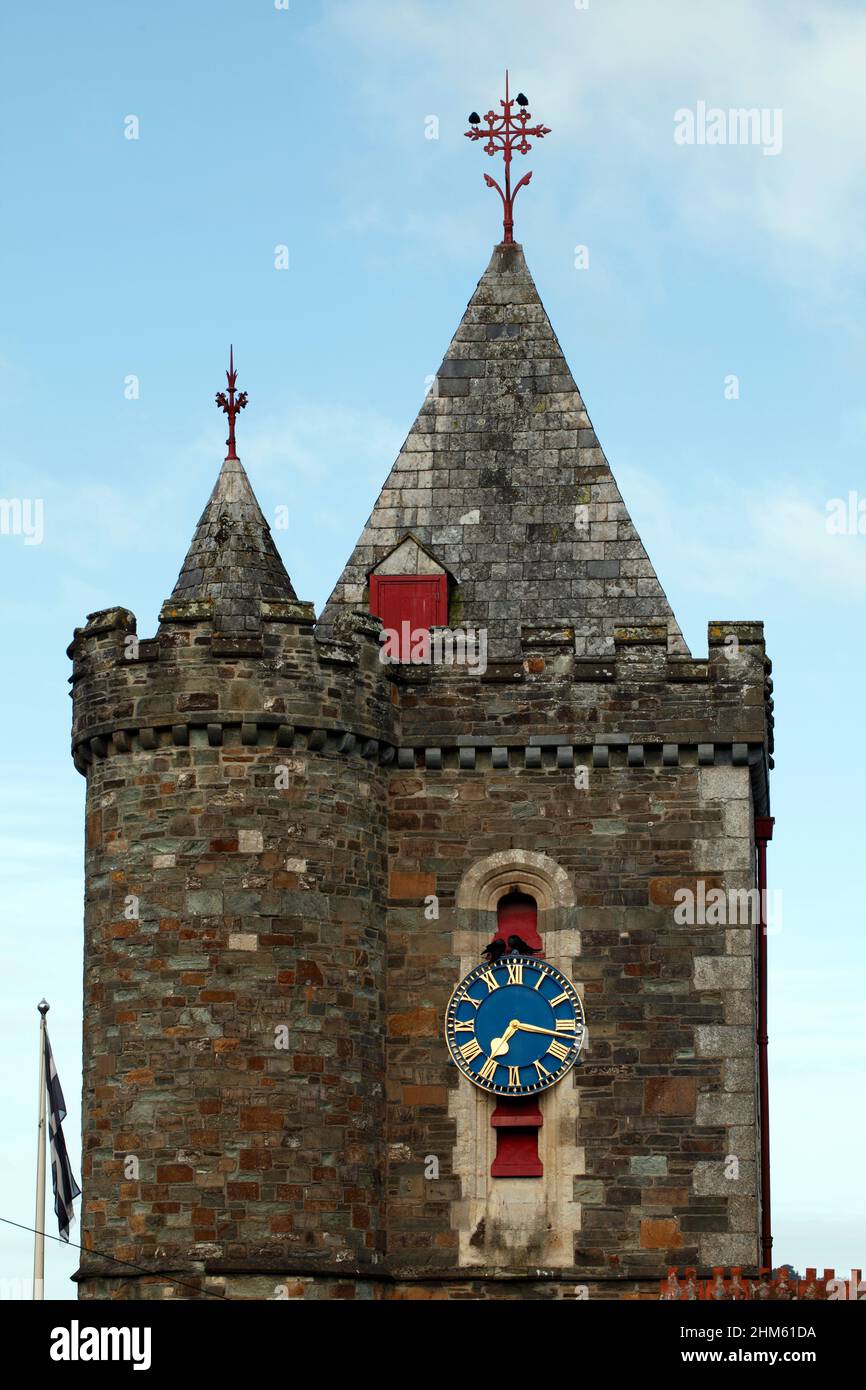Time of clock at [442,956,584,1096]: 7:16
